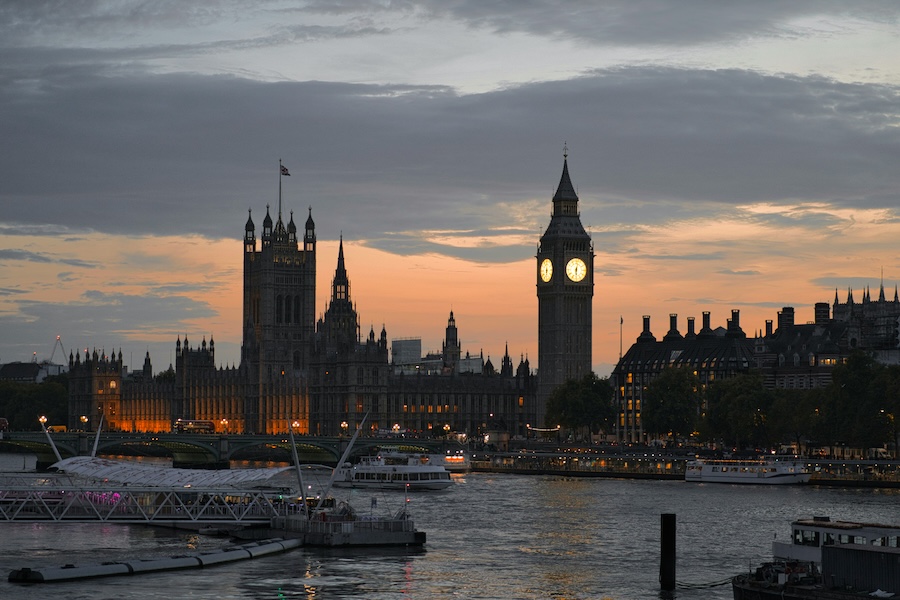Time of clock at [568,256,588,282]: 6:02
